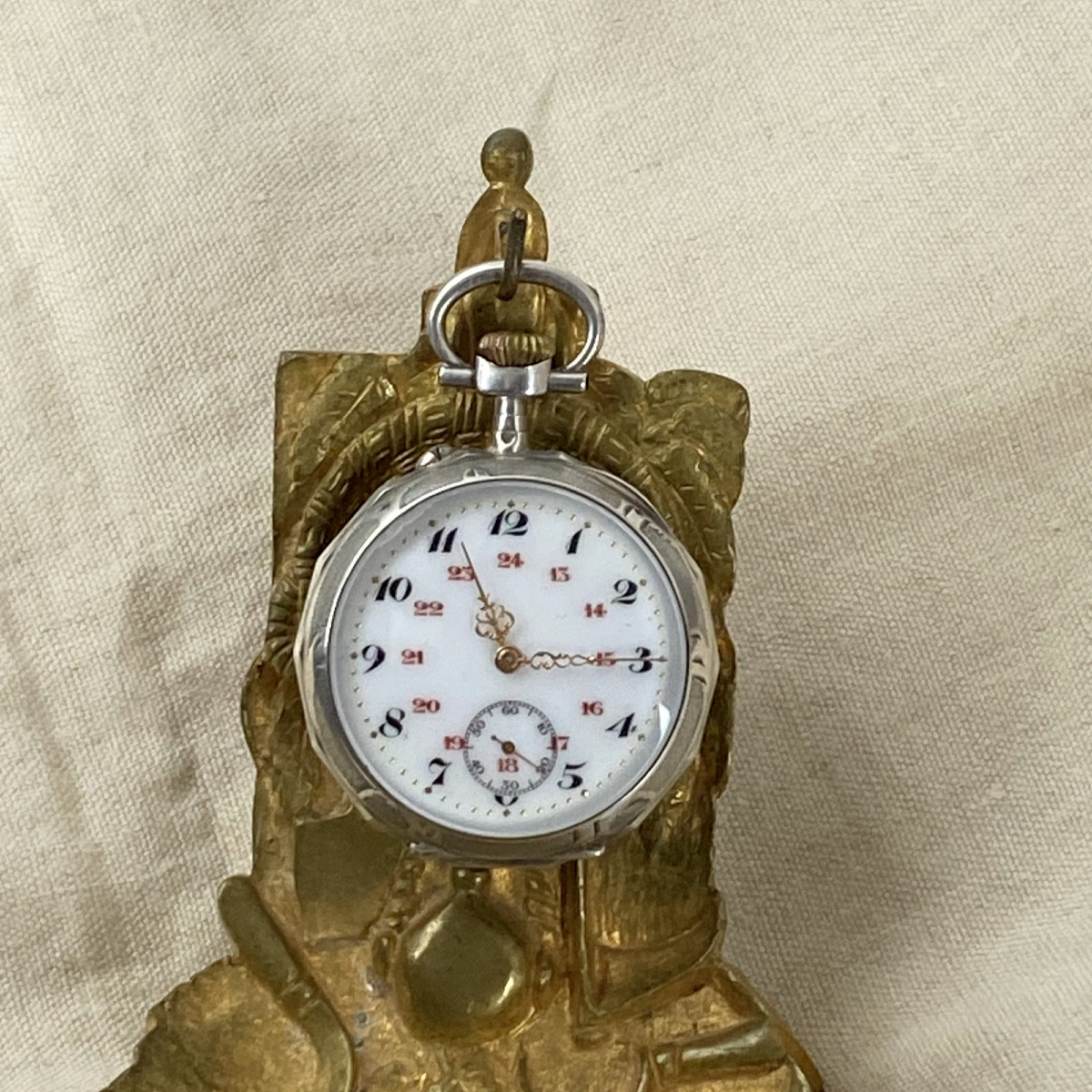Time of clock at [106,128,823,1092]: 11:14
